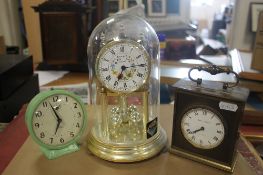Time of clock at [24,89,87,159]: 6:57
